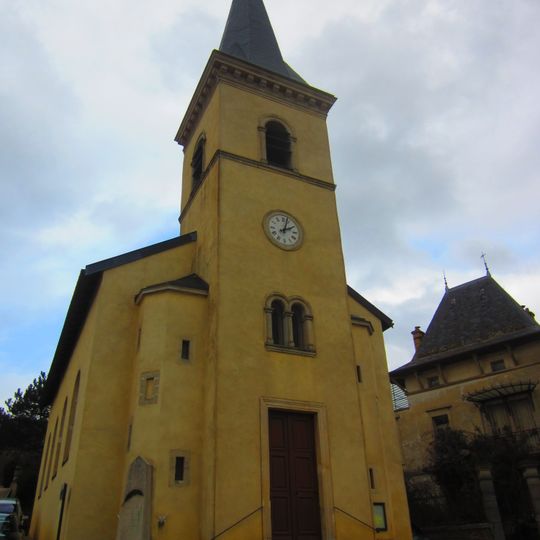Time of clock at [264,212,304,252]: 2:02
